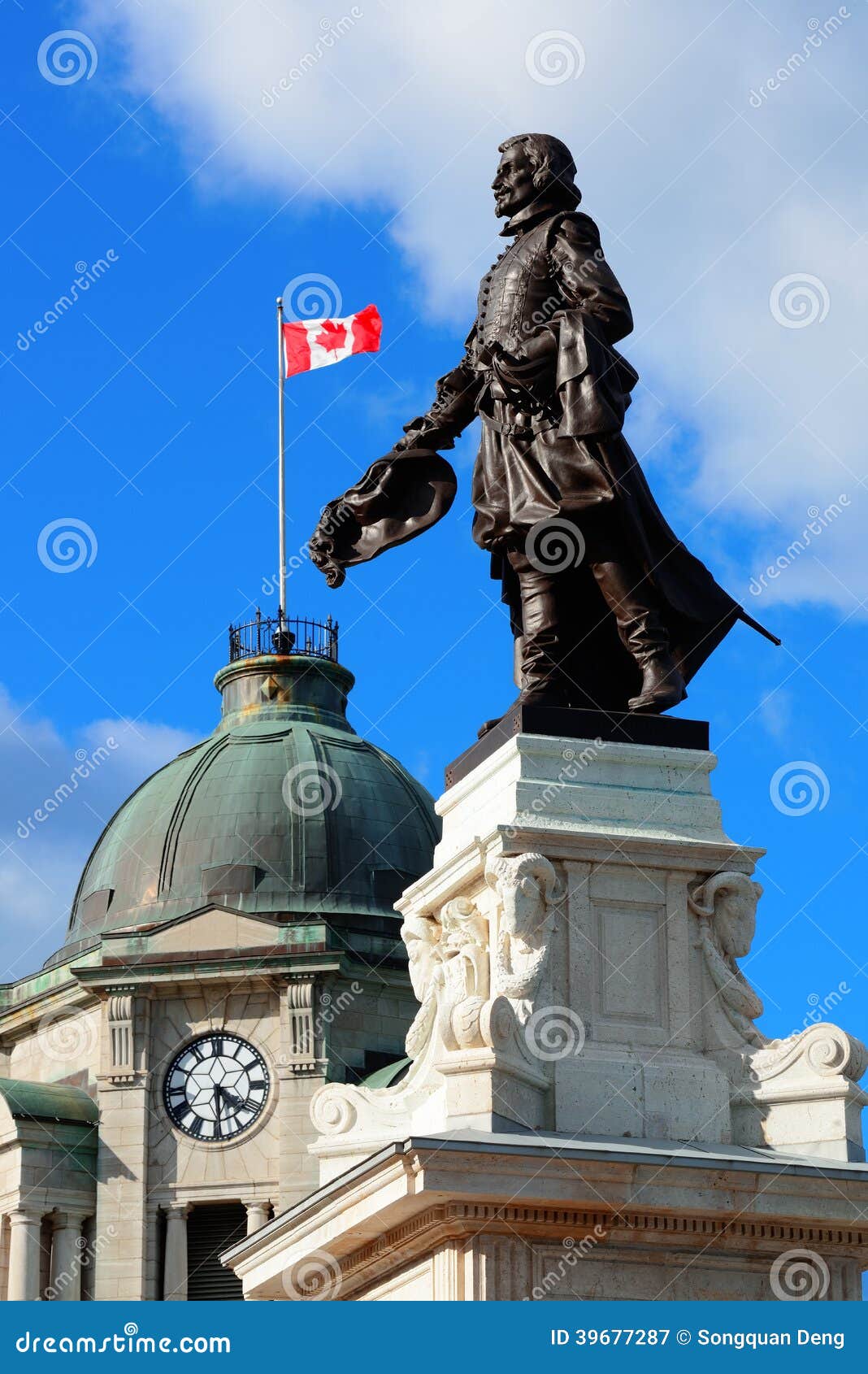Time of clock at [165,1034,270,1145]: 4:29
